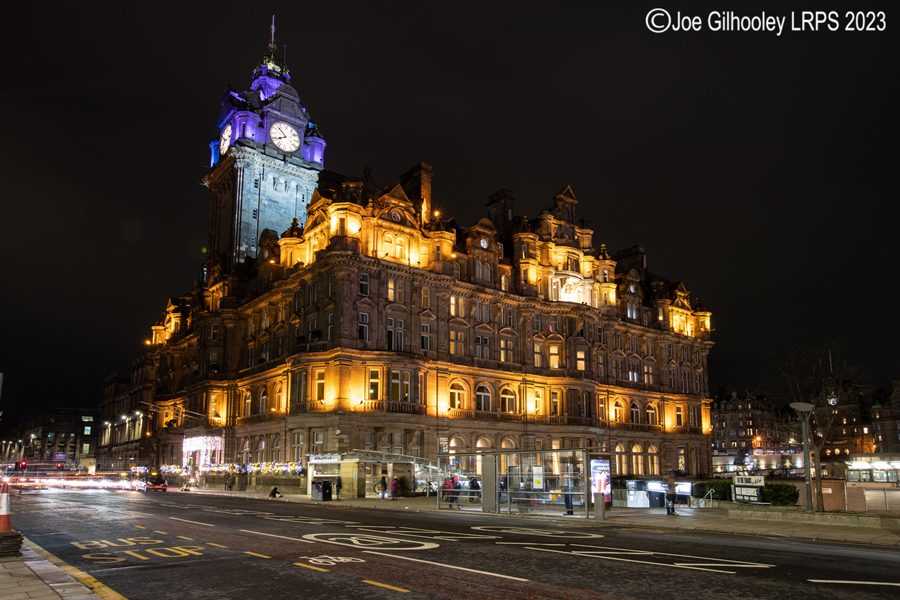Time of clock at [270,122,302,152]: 7:52
